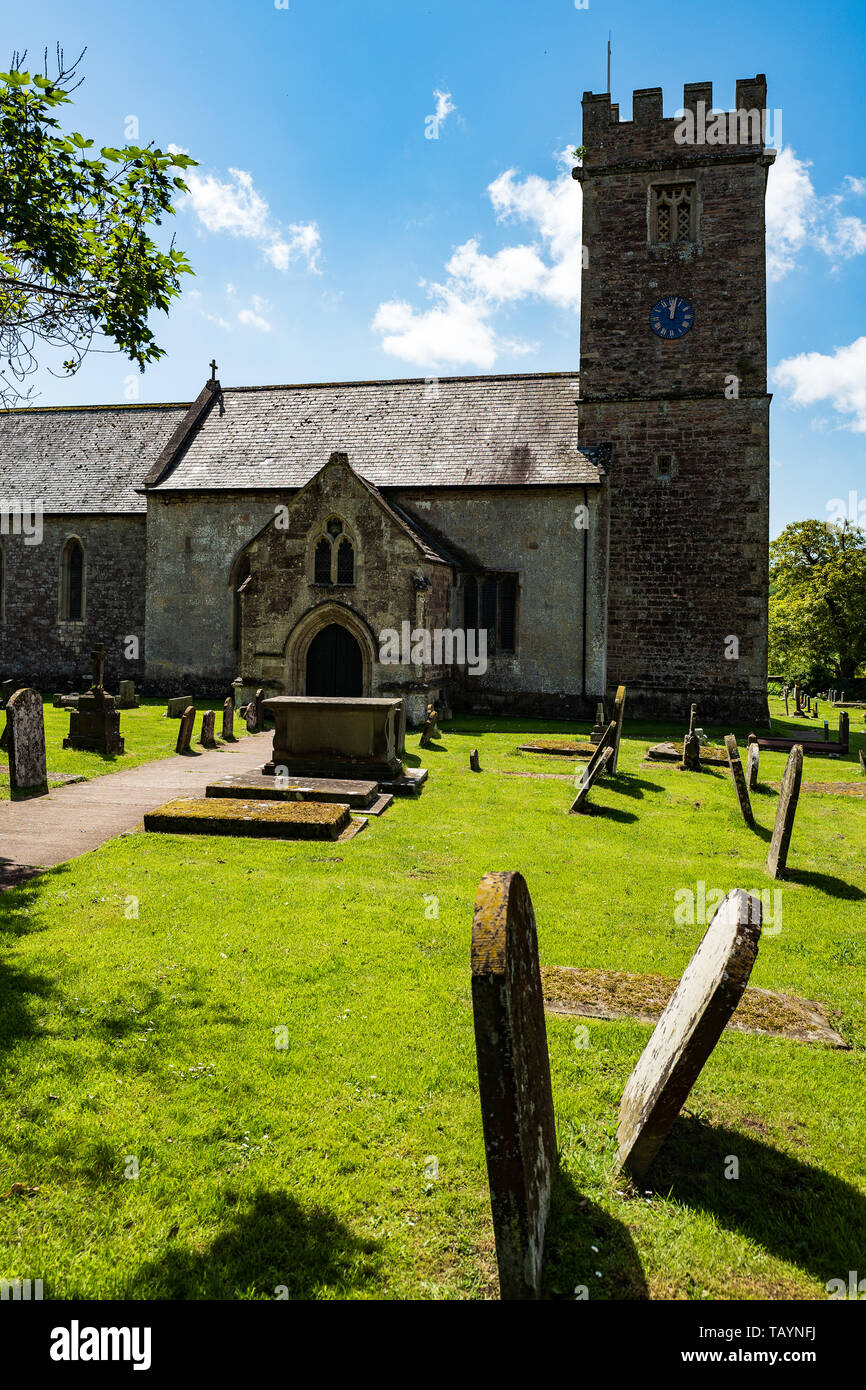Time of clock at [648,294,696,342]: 12:02
